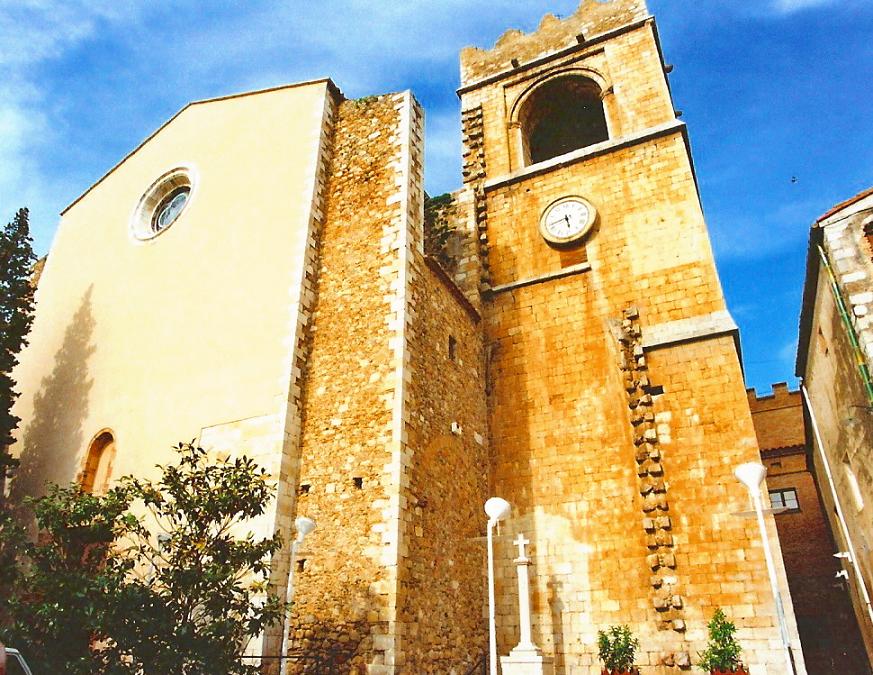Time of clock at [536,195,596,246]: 5:42
